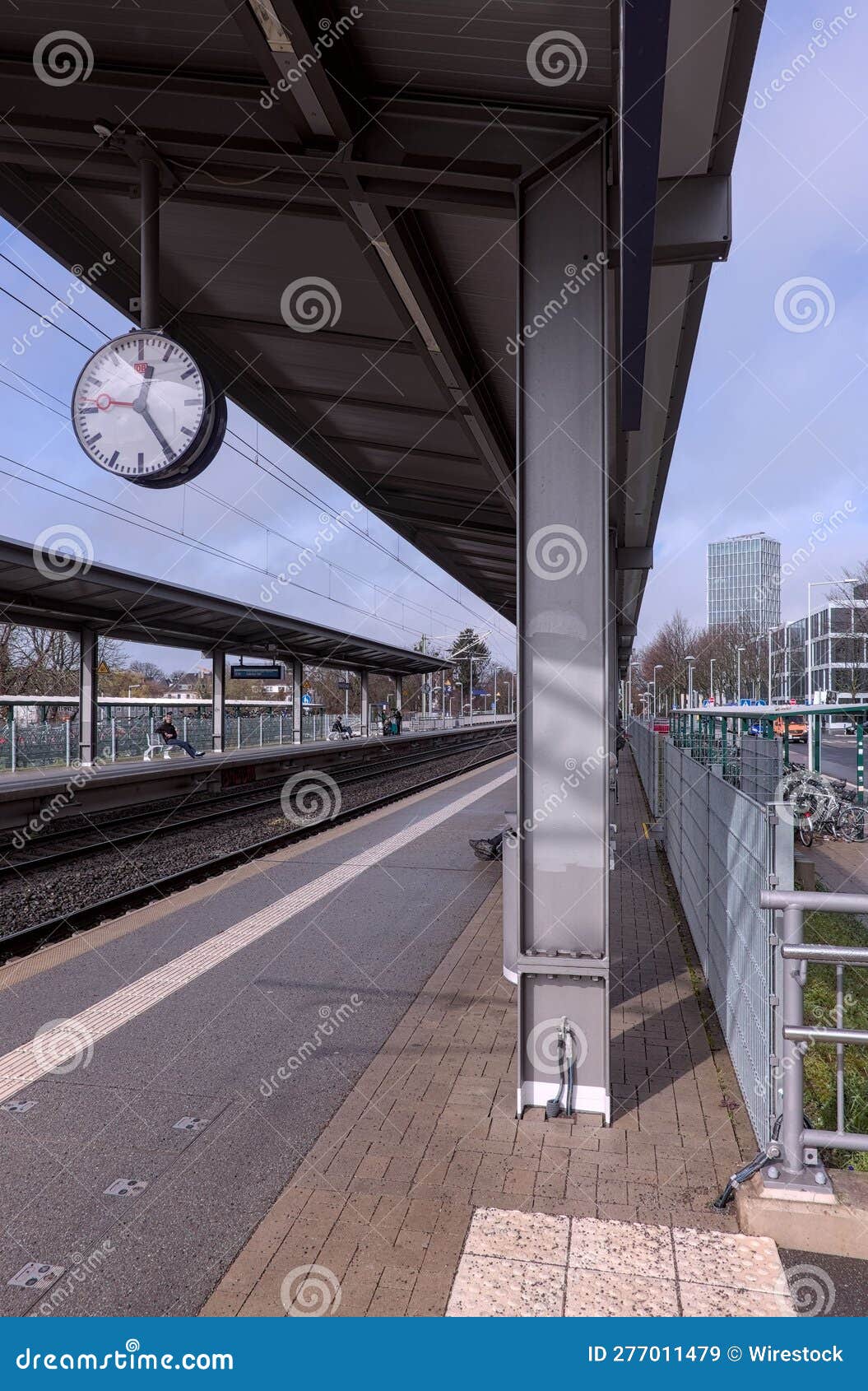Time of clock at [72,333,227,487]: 12:24
